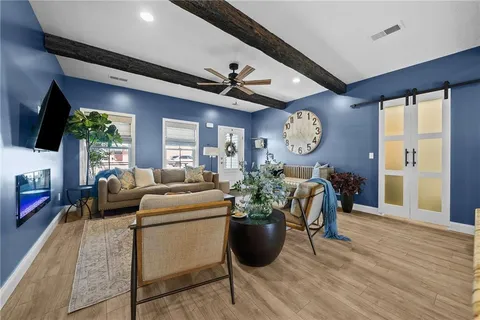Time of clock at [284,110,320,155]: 4:42
